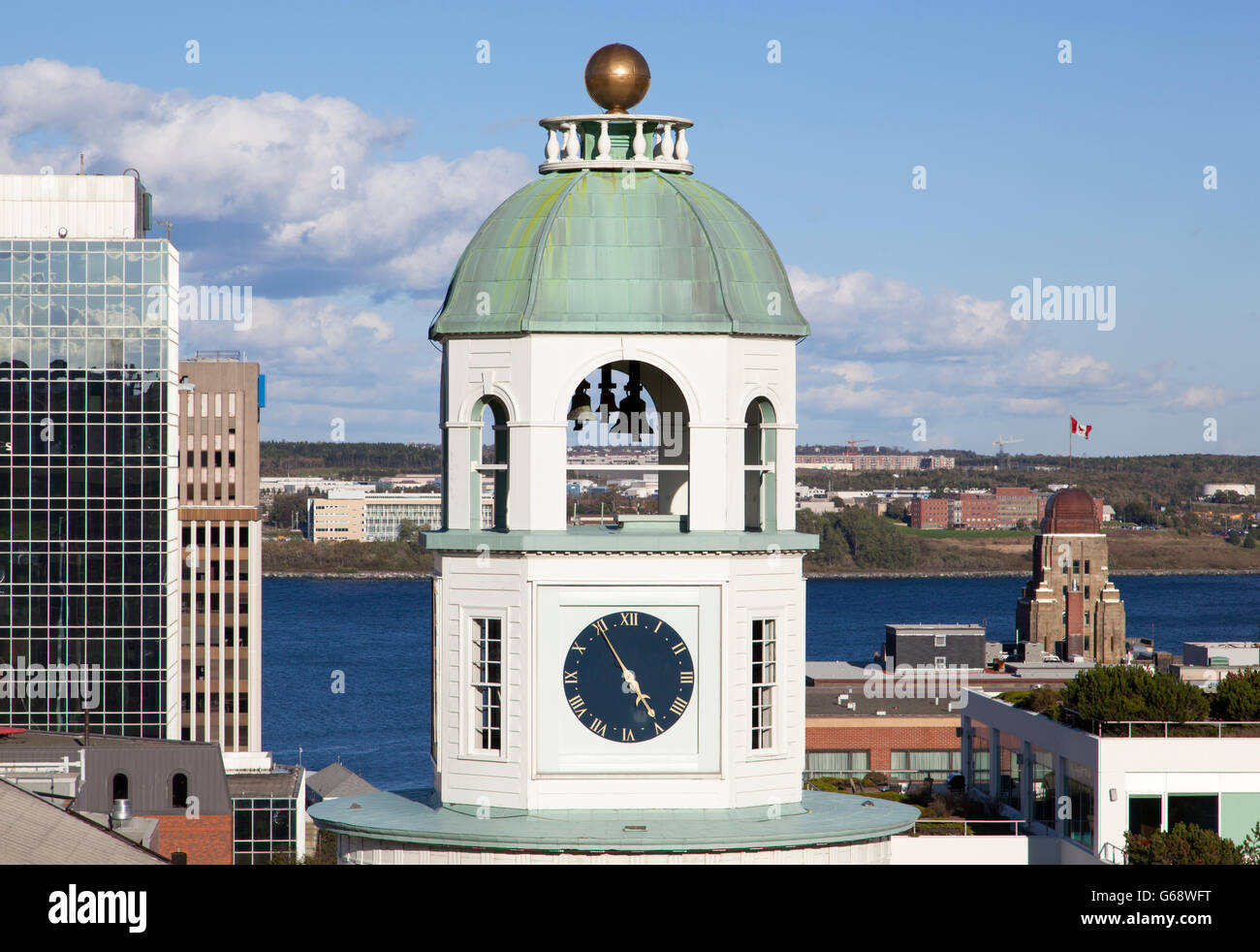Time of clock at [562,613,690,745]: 4:54
